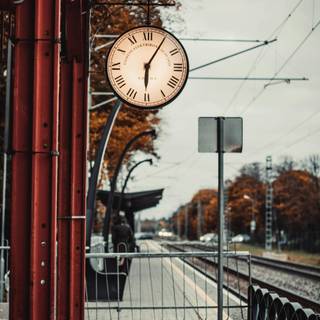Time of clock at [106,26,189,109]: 6:05
